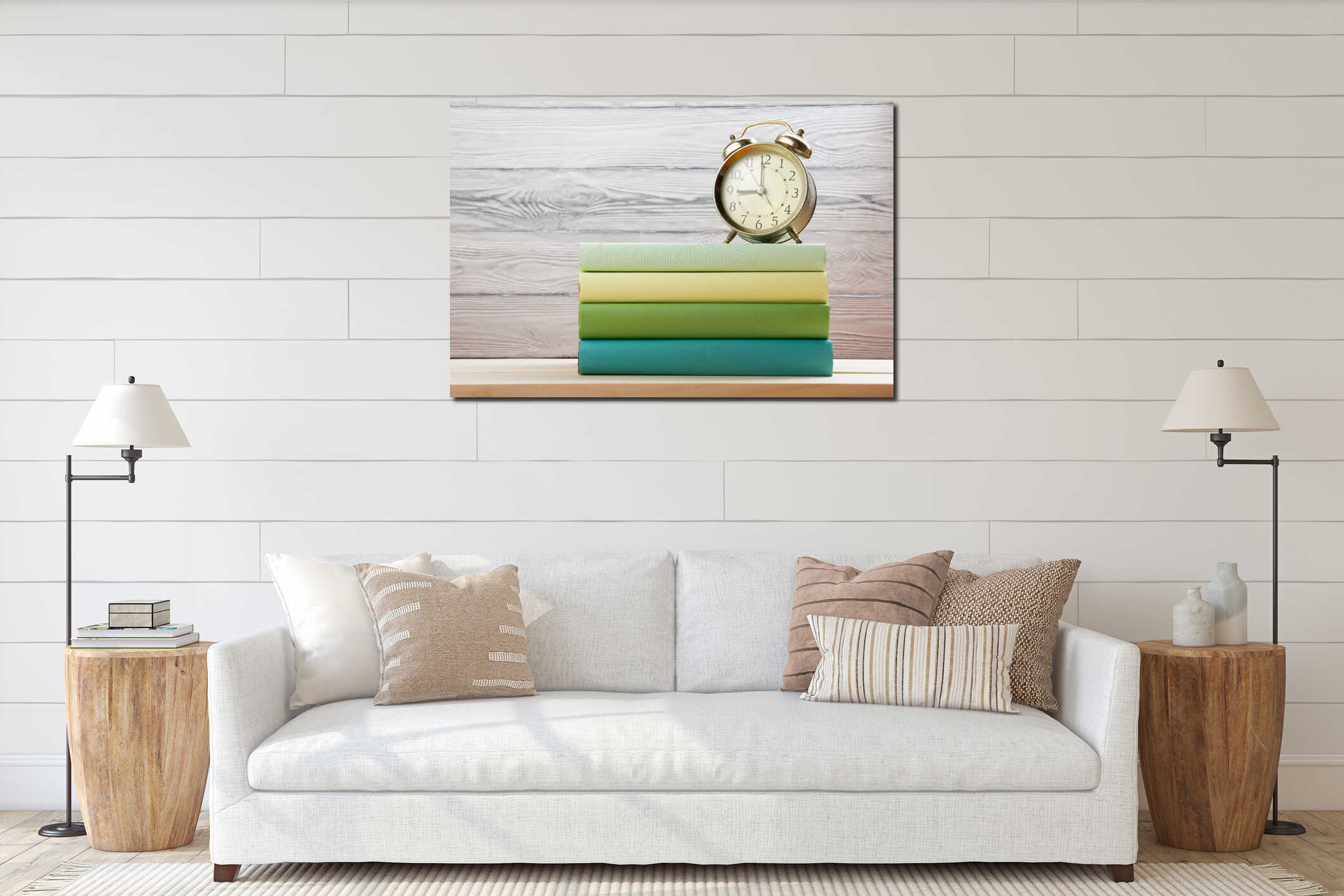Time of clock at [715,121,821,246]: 8:59
